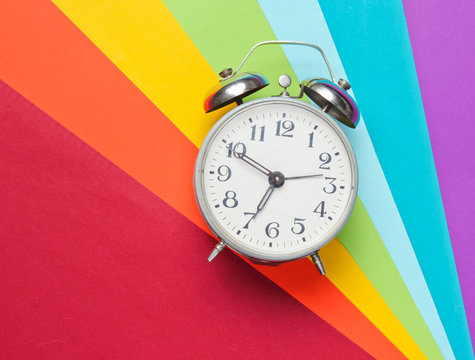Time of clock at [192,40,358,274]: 6:49
